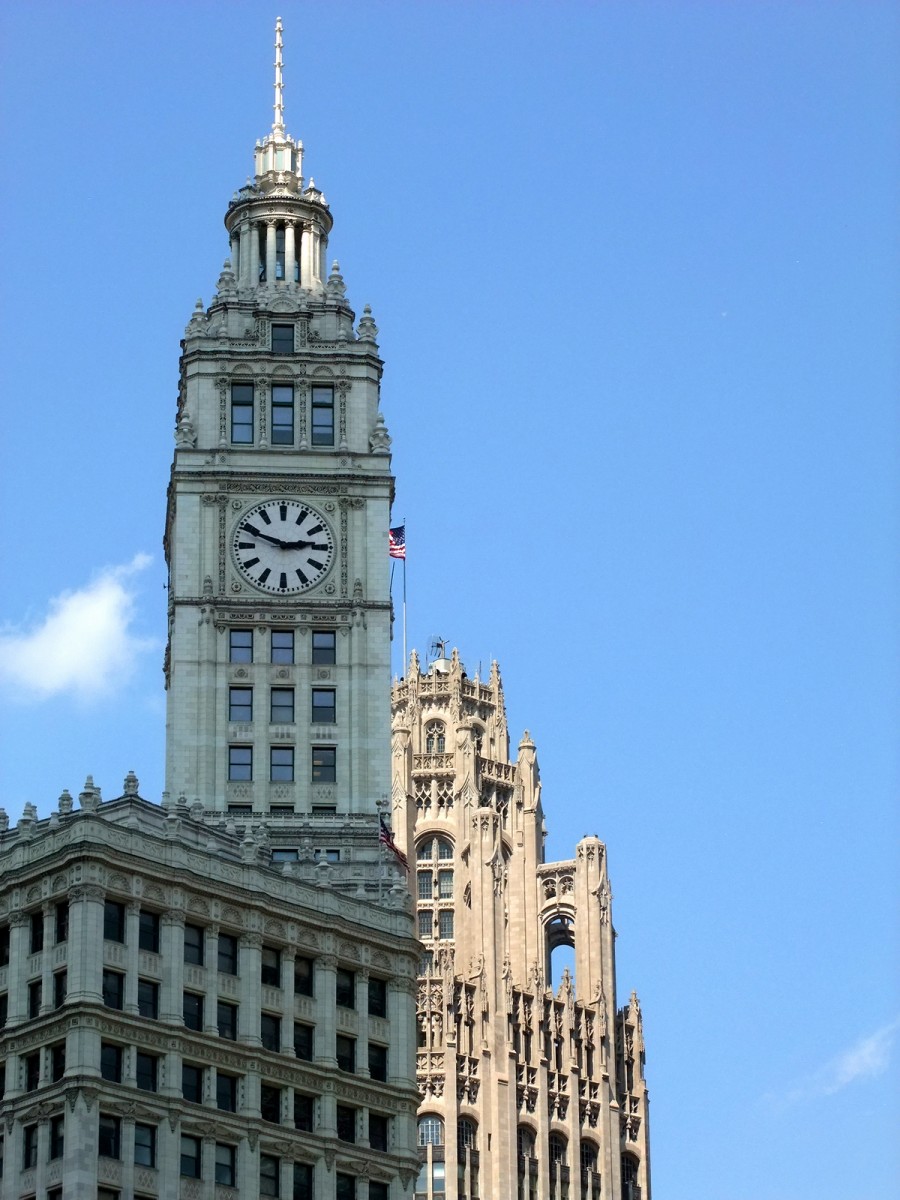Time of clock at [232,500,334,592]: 2:48
